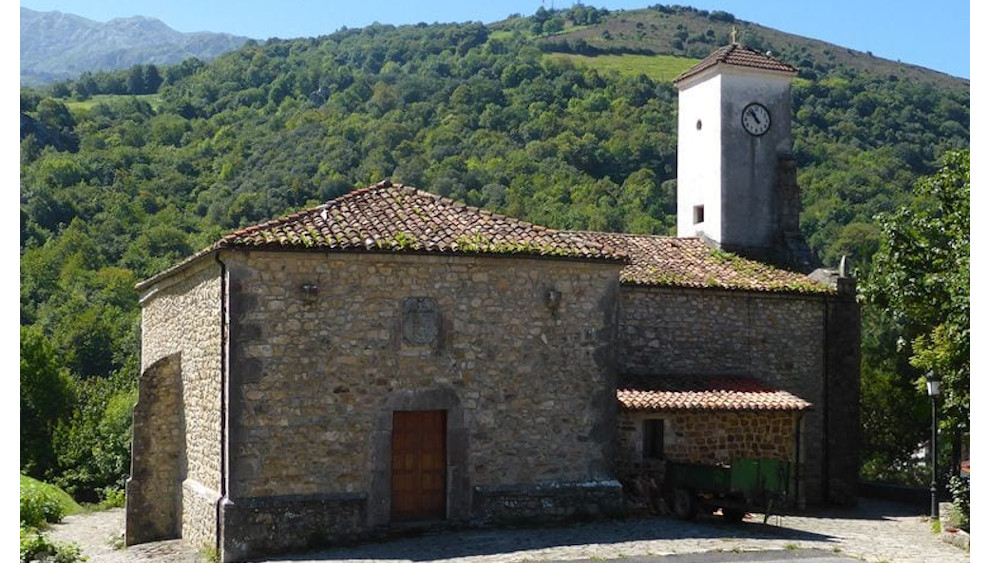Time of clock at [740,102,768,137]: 10:52
